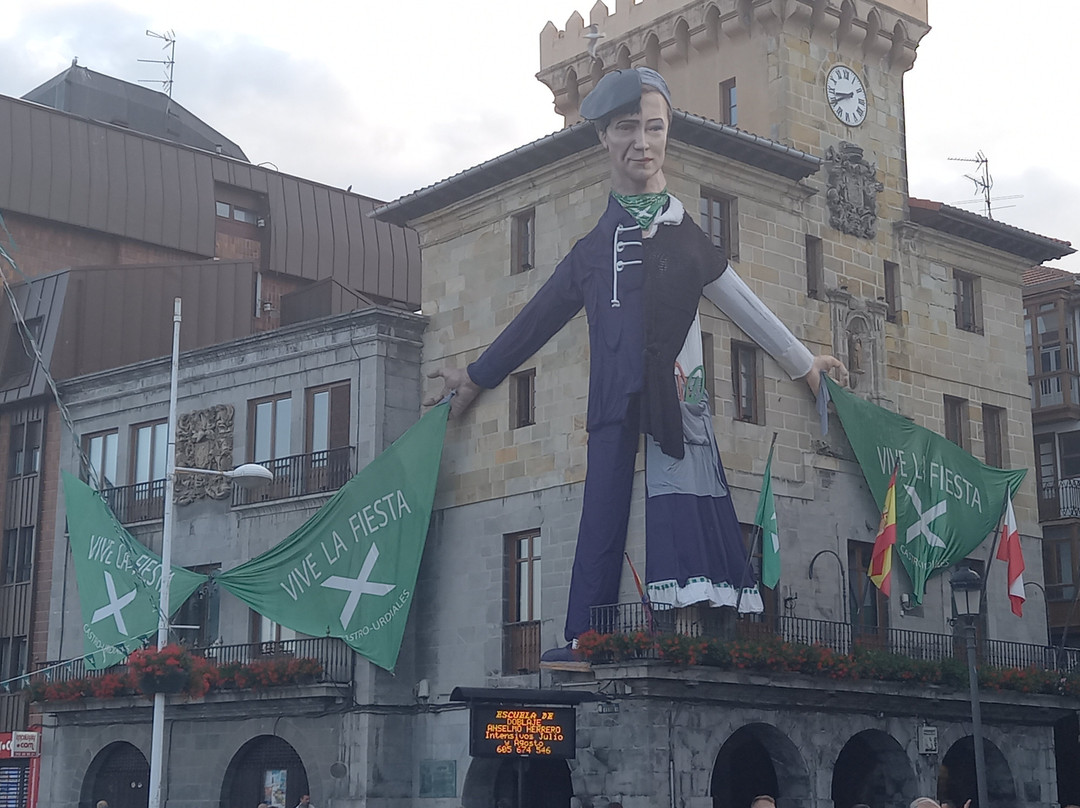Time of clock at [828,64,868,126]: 8:40
